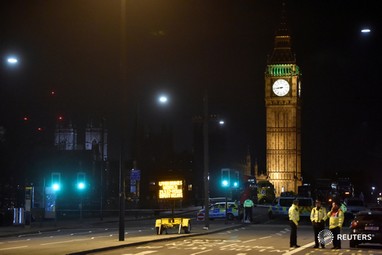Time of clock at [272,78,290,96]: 8:44
